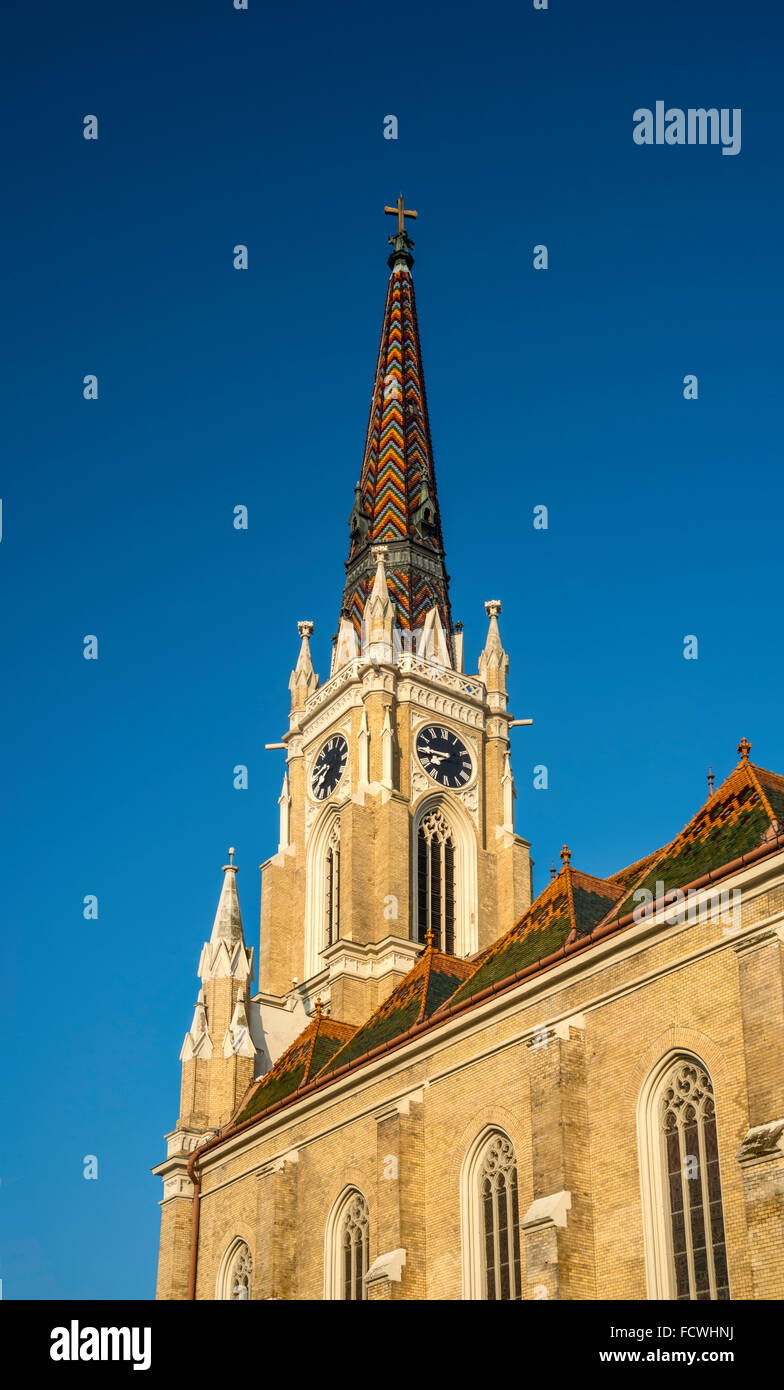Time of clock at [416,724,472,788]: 7:44
